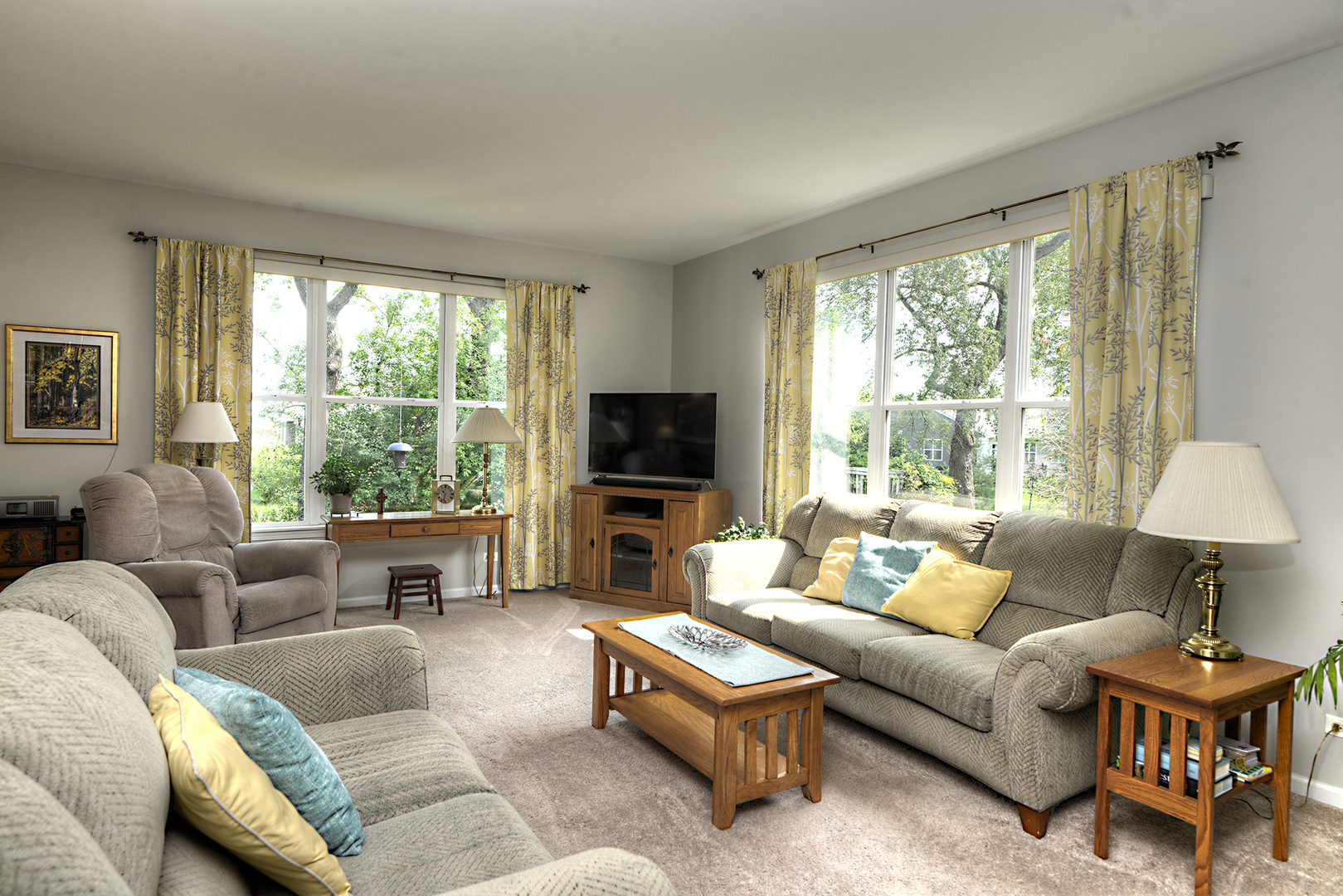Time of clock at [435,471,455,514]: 10:32
